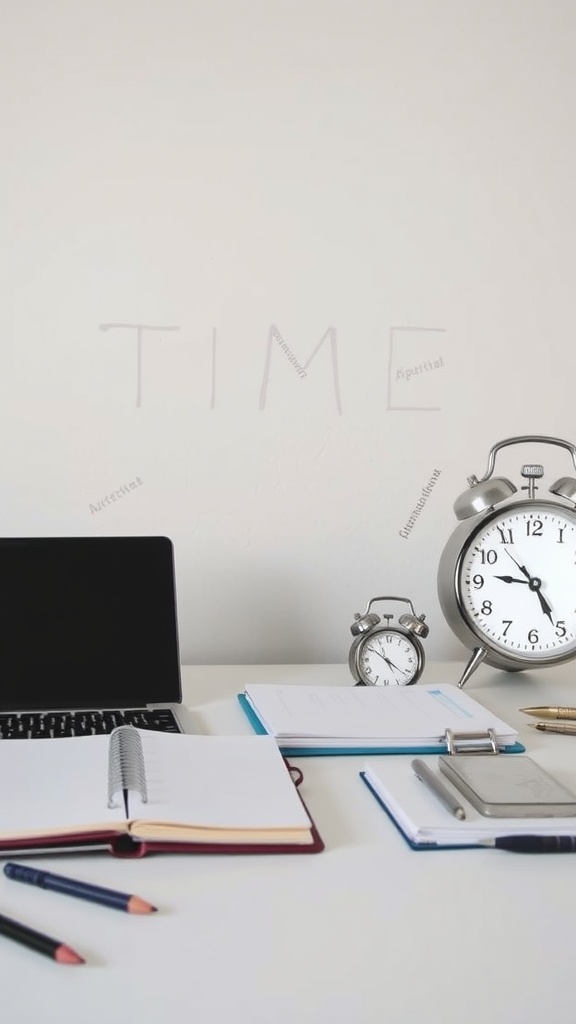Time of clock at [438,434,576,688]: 9:25
